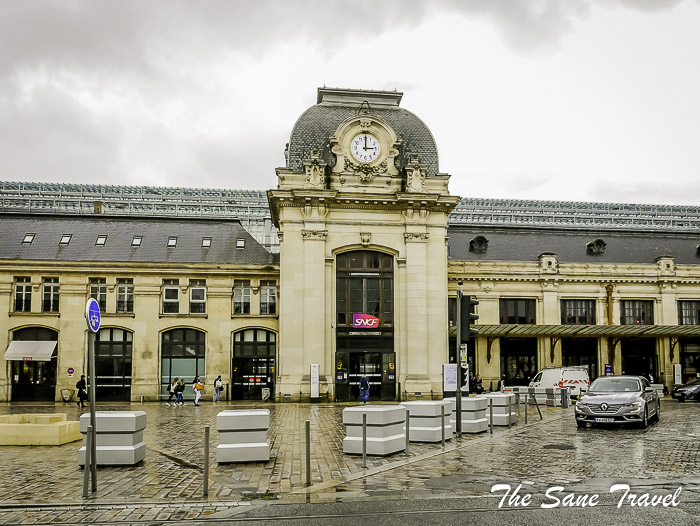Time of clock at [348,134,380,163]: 3:00
